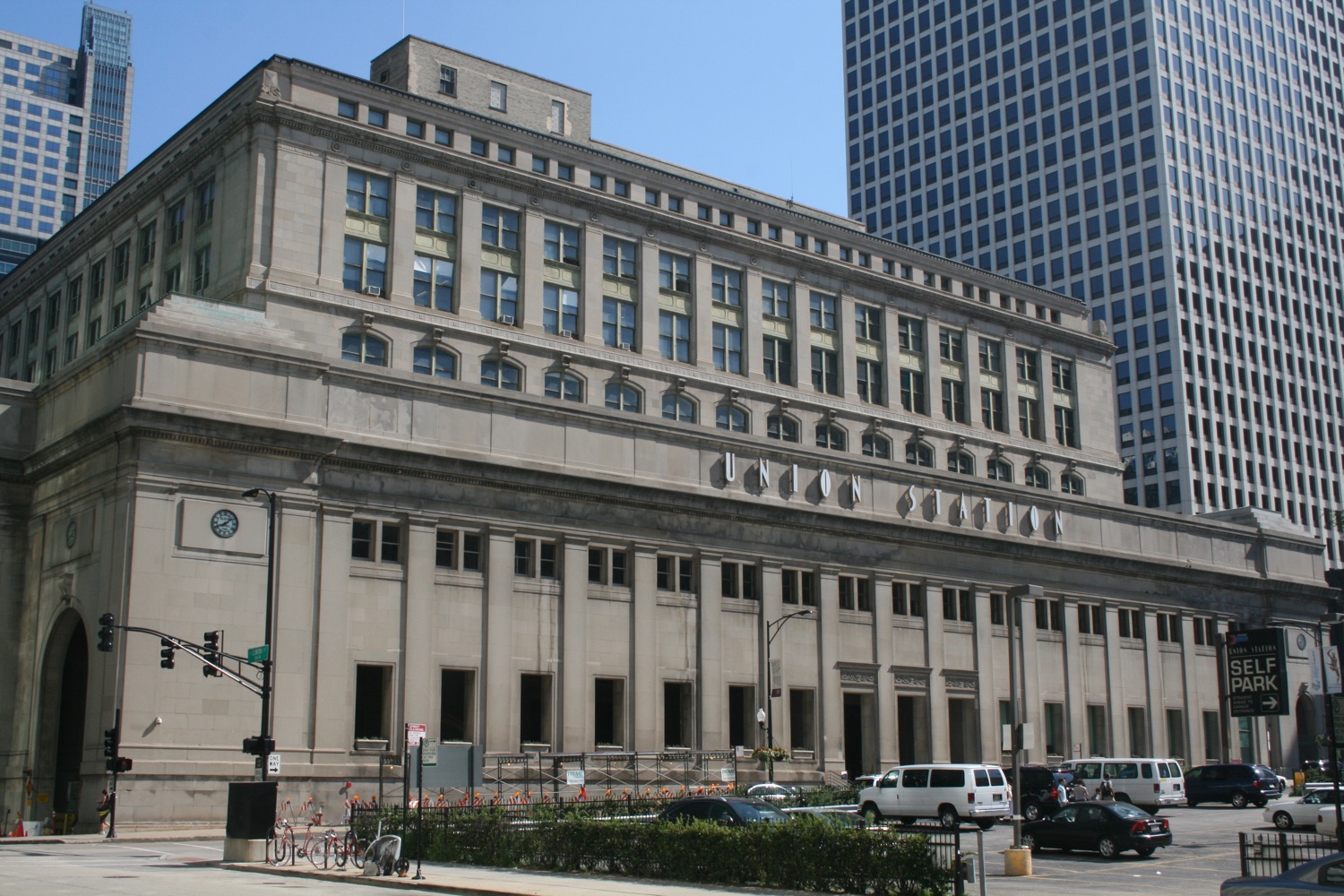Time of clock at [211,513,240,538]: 8:08
